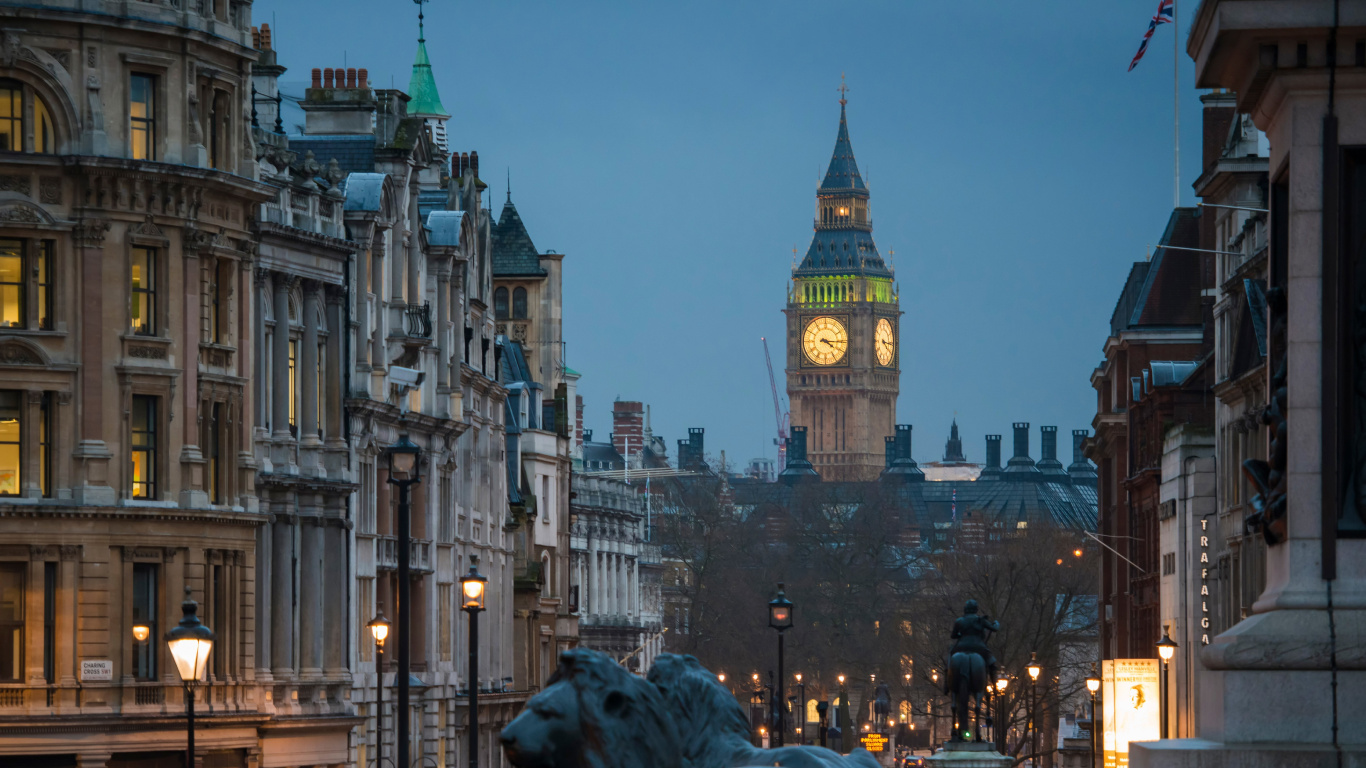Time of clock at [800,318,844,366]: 4:15
